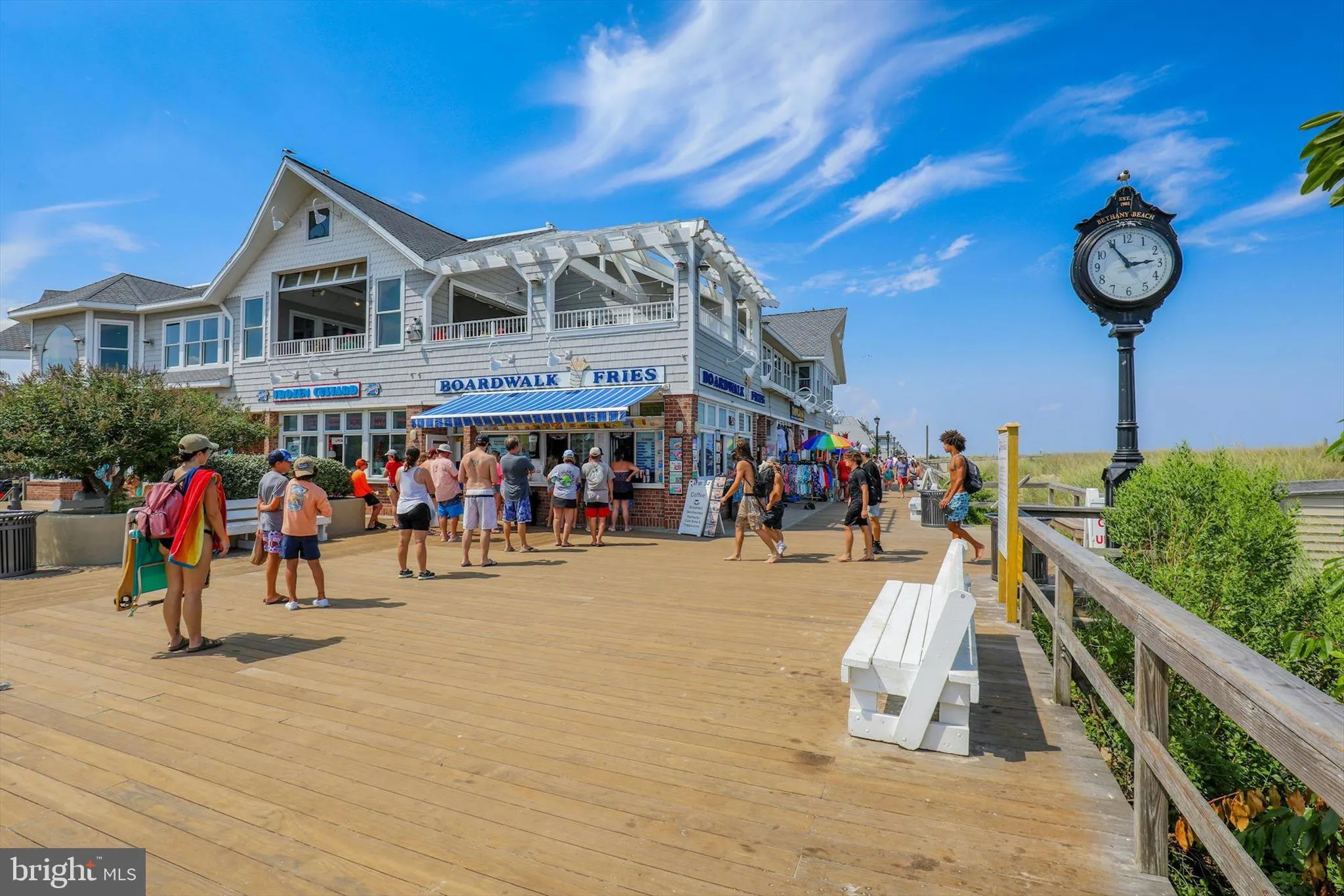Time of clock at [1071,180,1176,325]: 2:54
